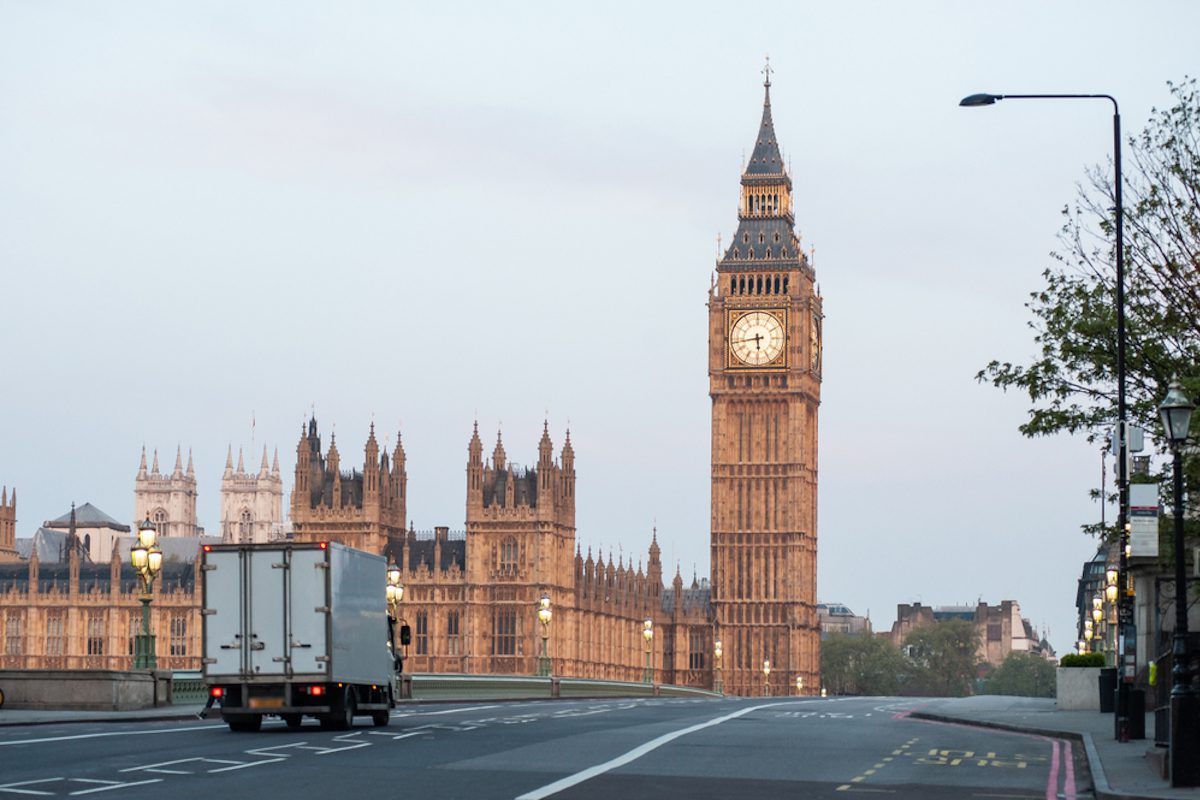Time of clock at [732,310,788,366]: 5:43
